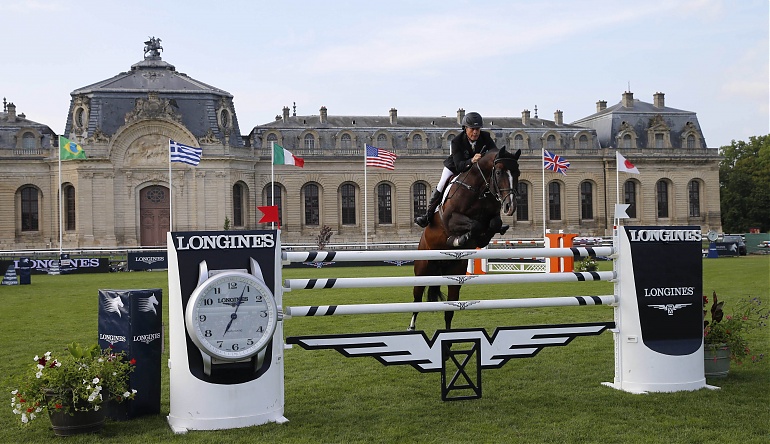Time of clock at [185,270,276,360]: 7:04
